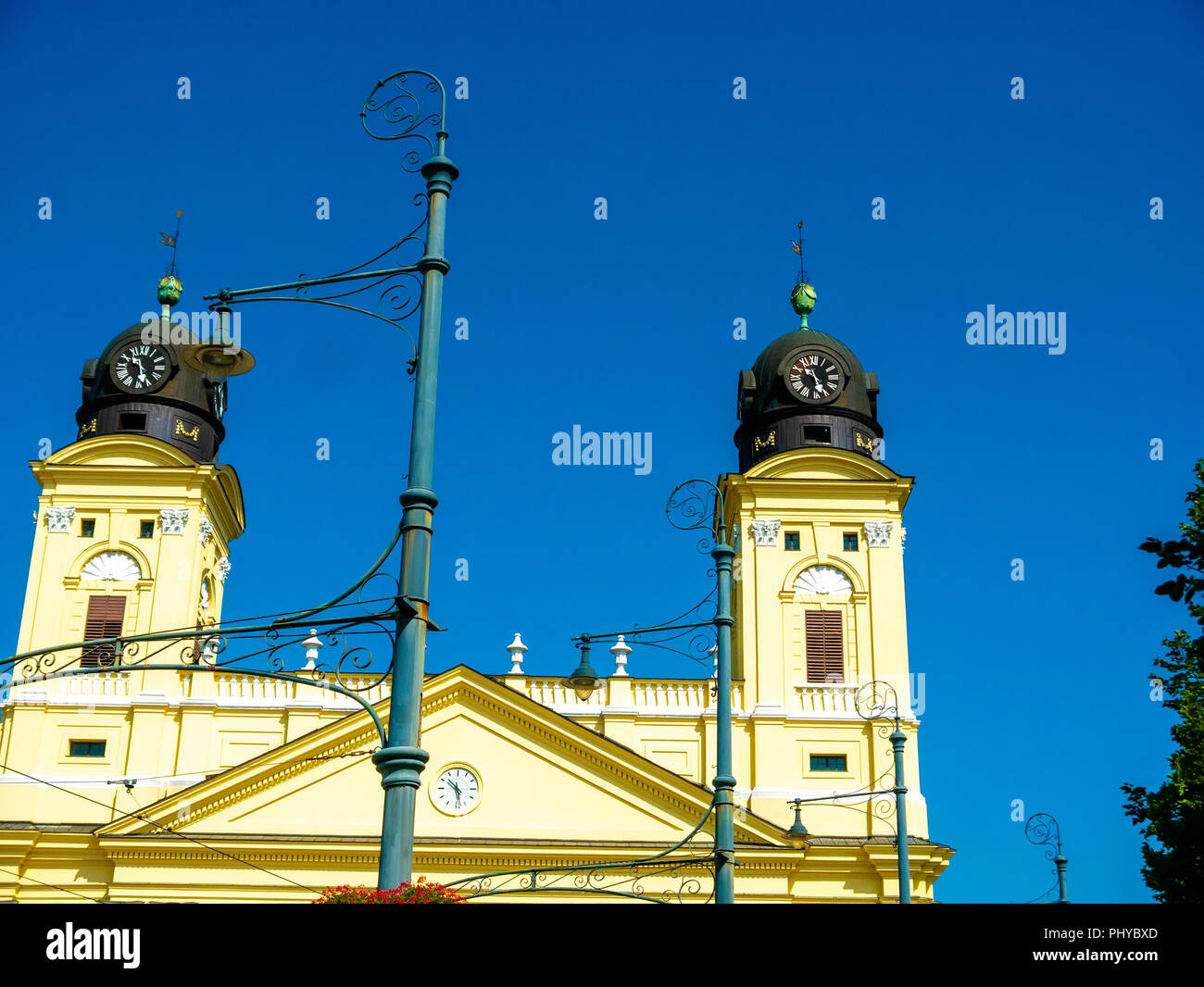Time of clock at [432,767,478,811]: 10:28
